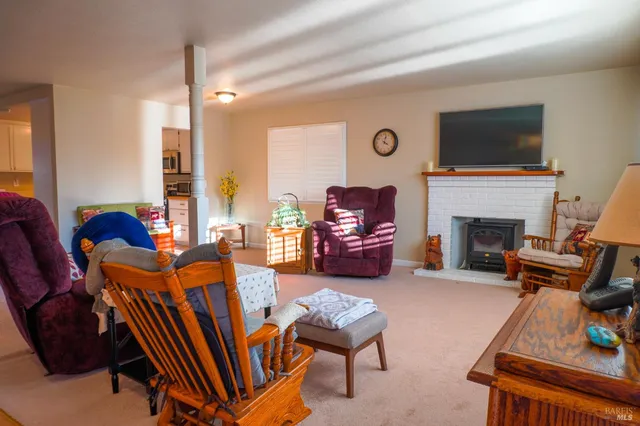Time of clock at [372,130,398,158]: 4:02
